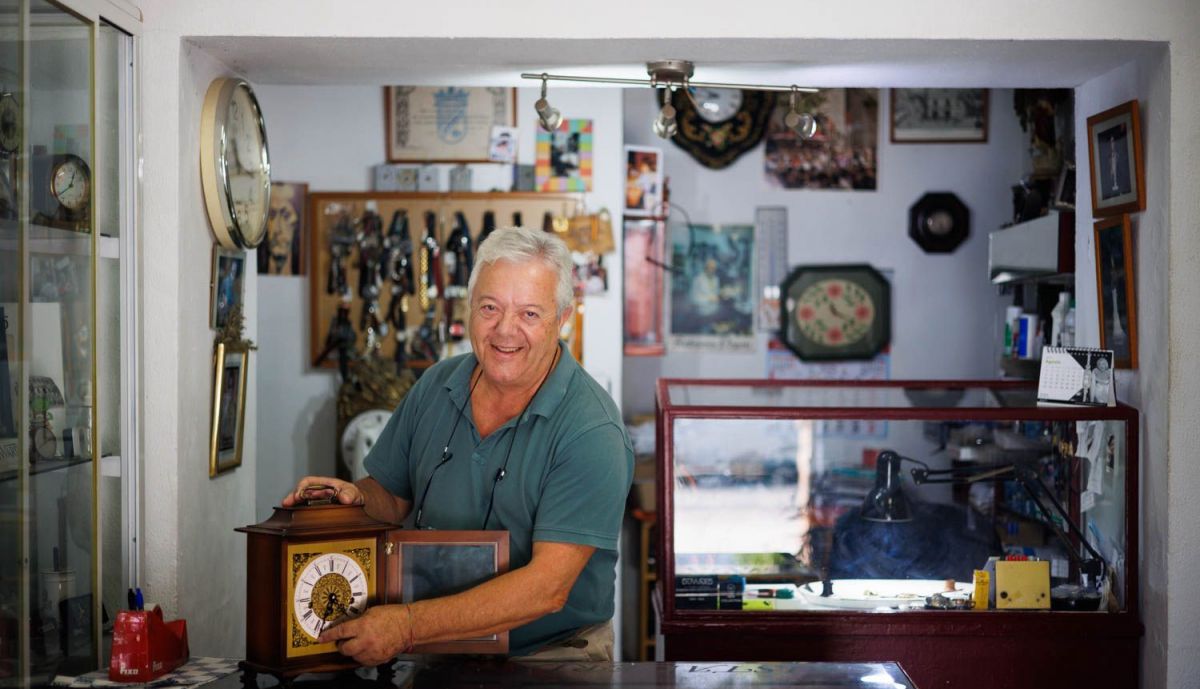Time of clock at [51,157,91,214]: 12:39
